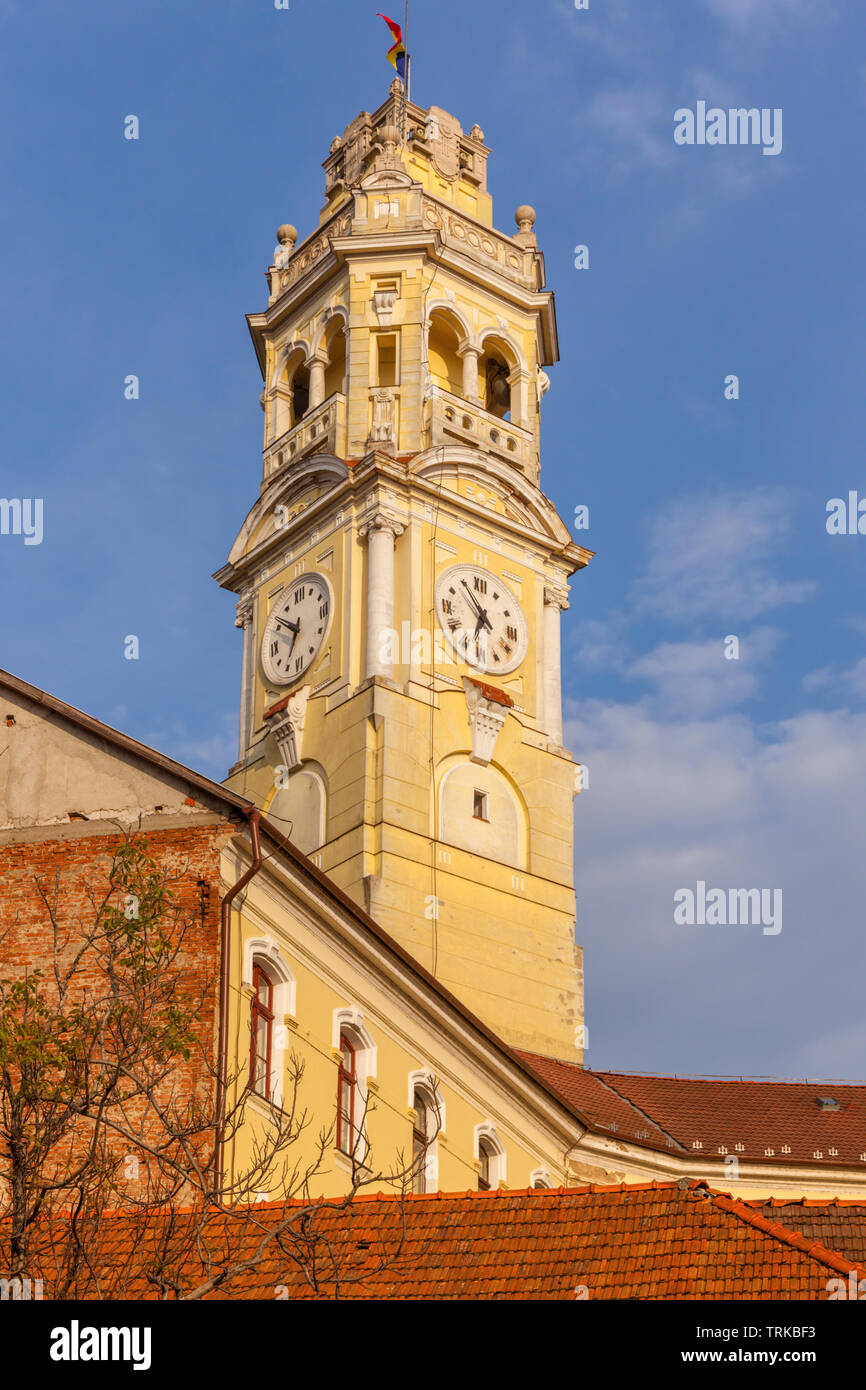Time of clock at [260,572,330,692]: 6:50
